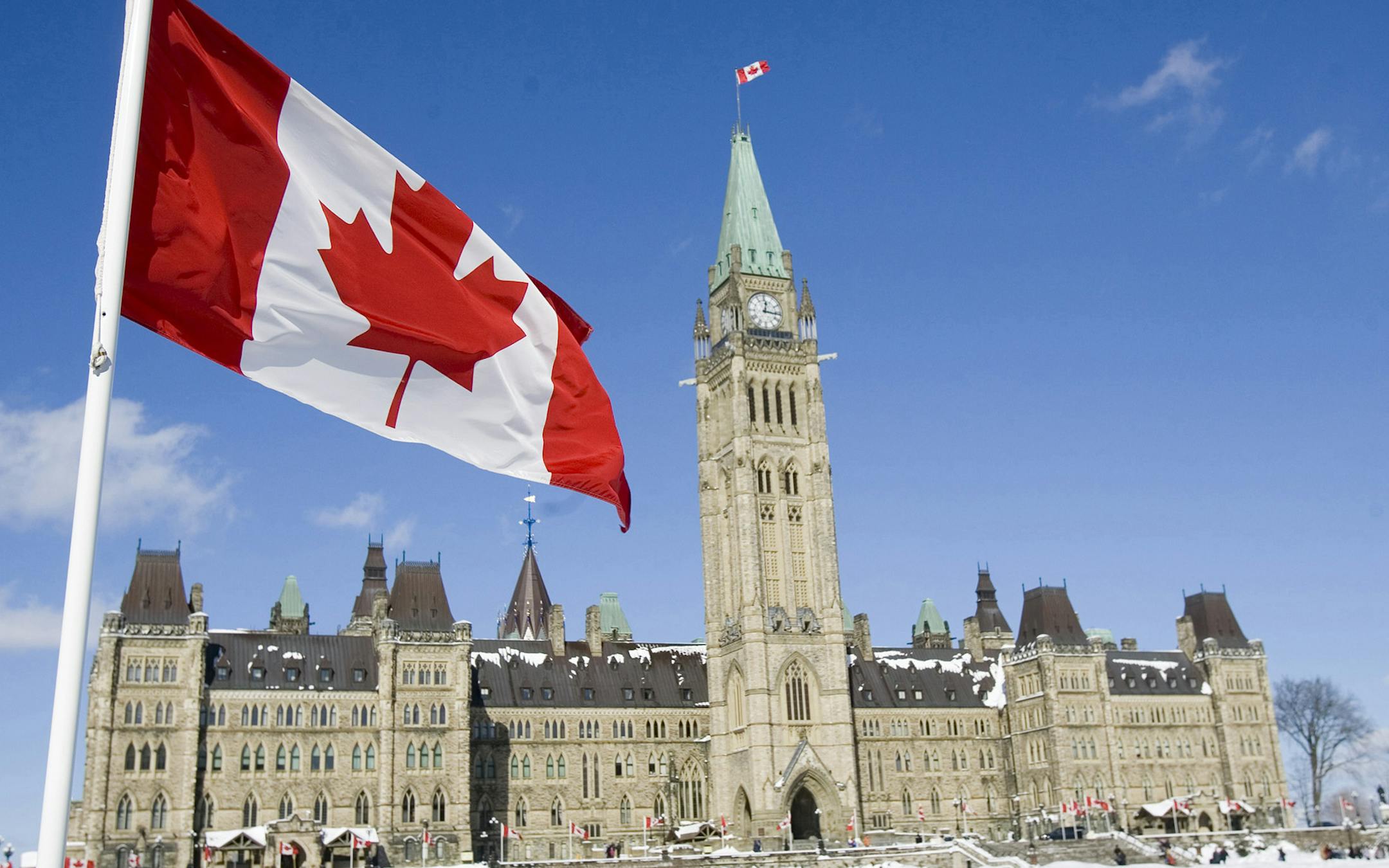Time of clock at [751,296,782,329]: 12:16
